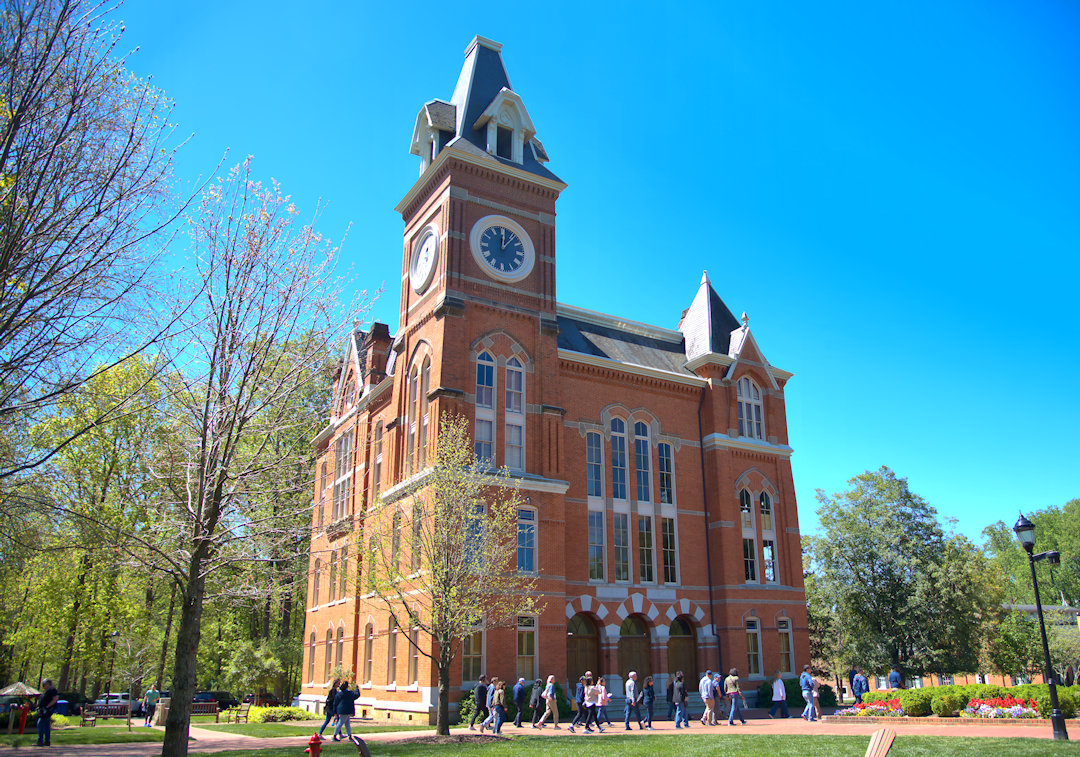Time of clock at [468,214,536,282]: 12:06
